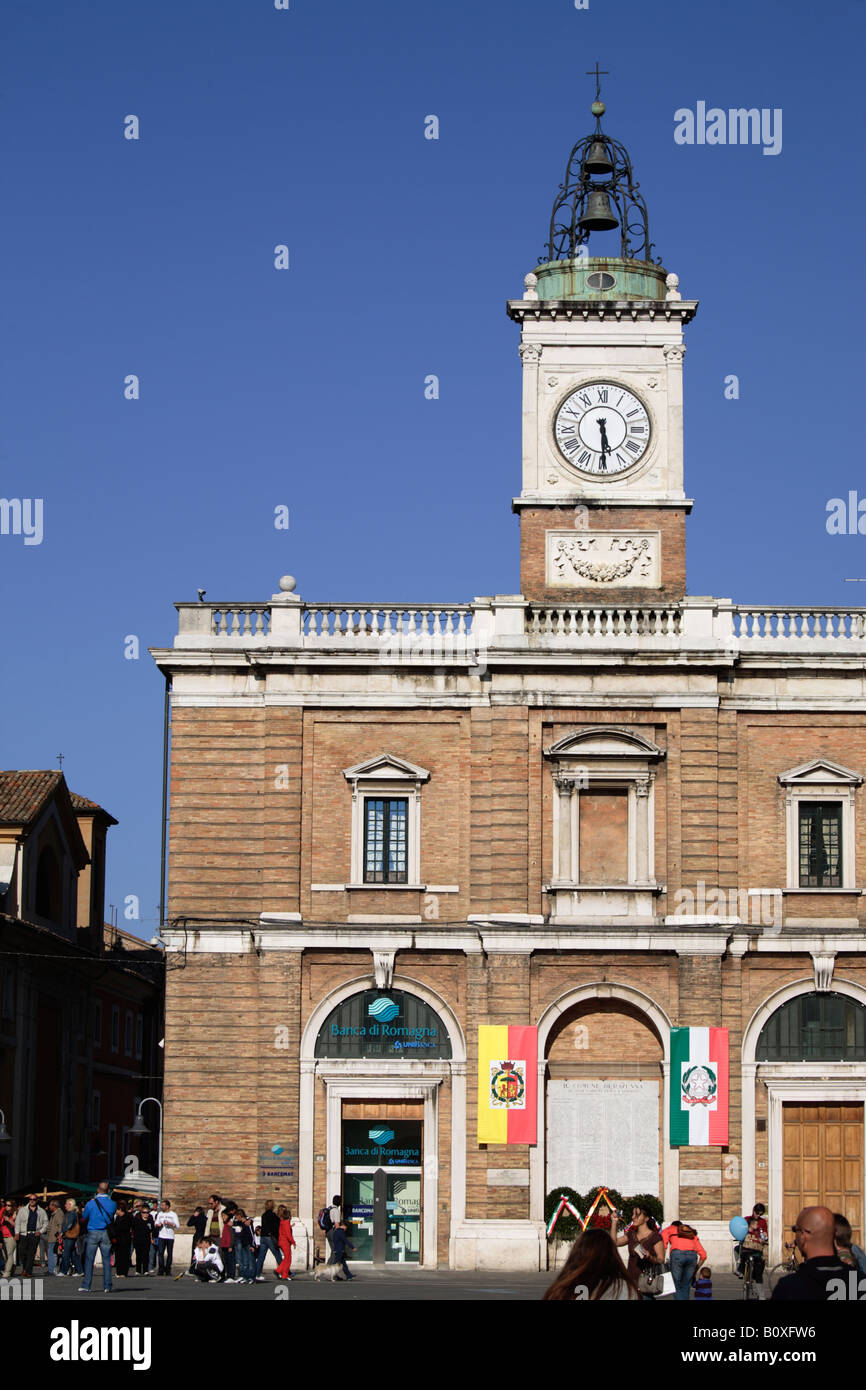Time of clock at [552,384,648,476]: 5:29
